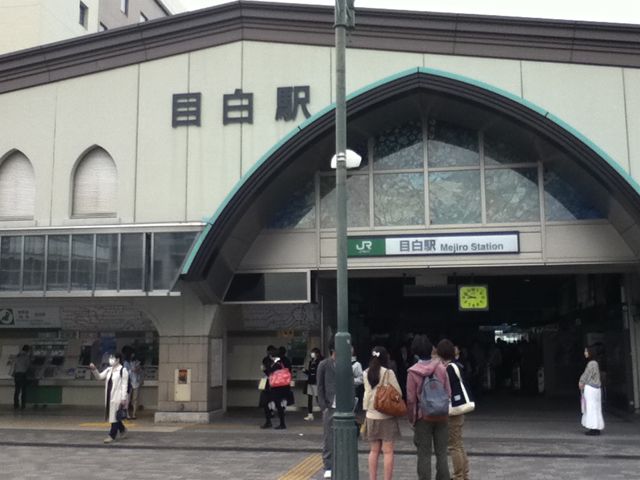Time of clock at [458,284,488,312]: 8:48
